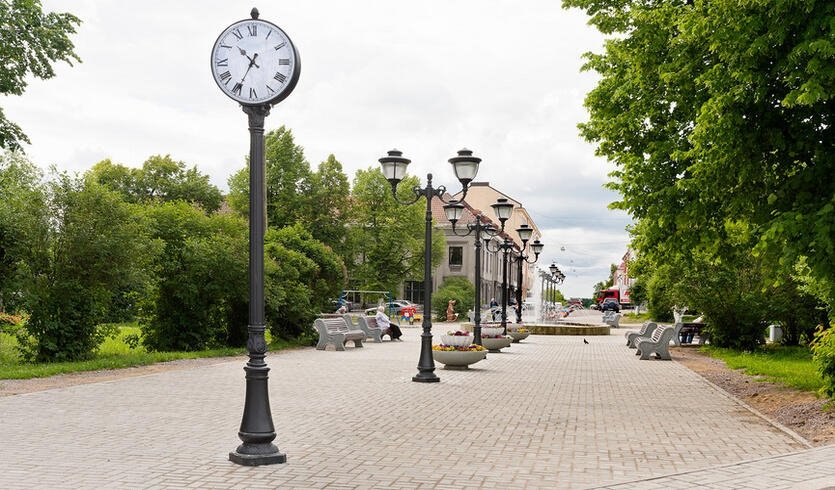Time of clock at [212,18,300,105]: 10:34
